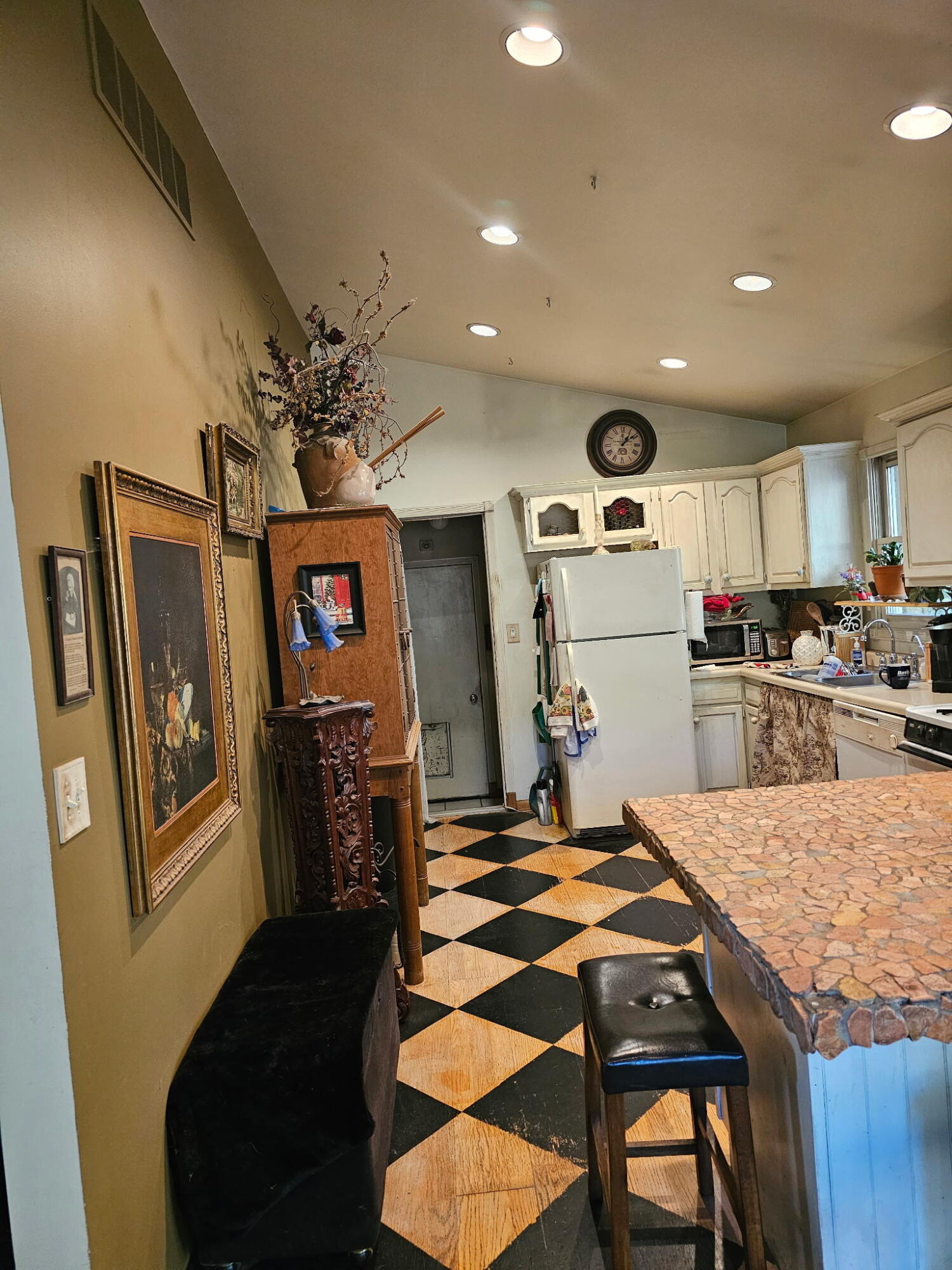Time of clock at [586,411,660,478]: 1:08
